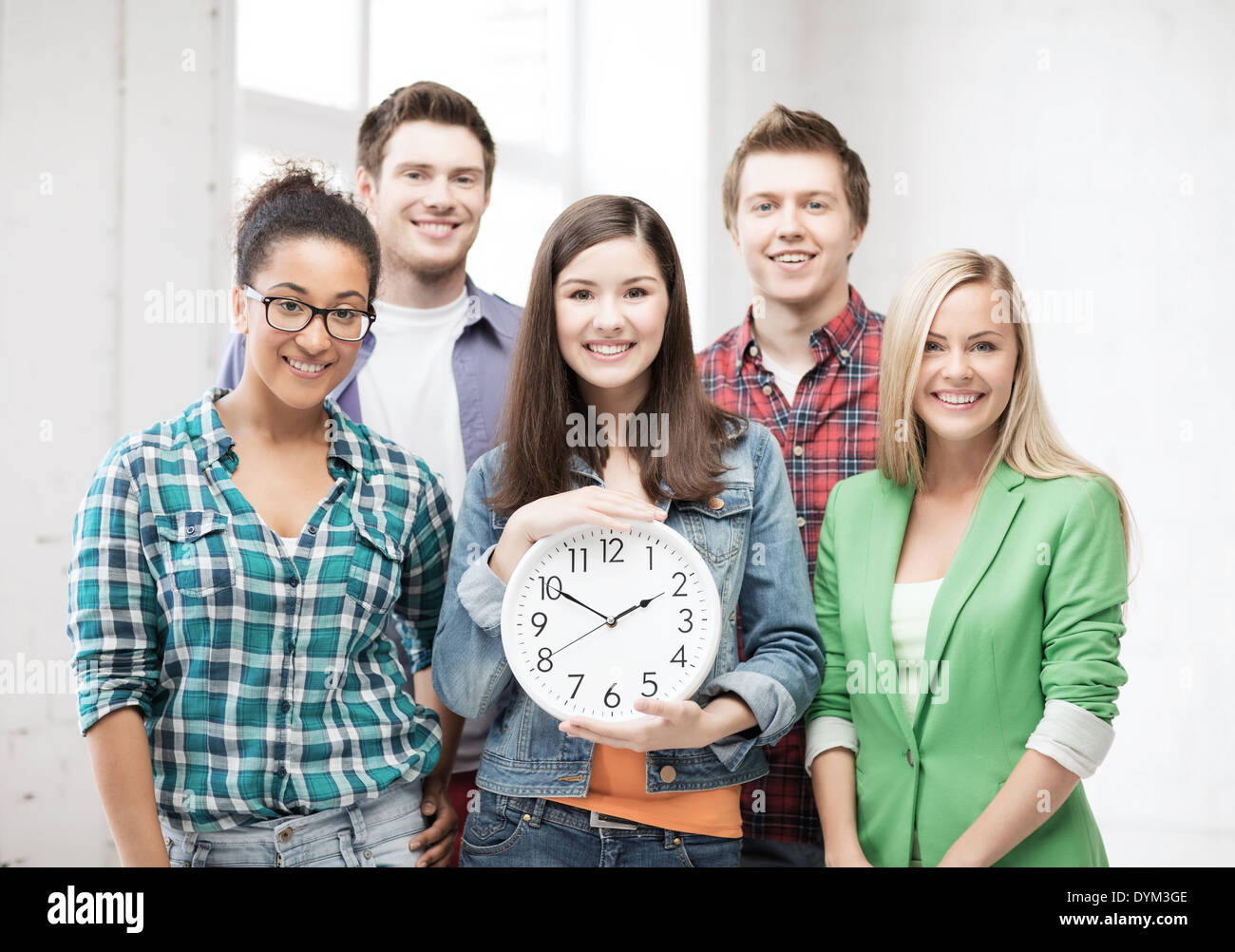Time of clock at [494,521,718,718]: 1:50
